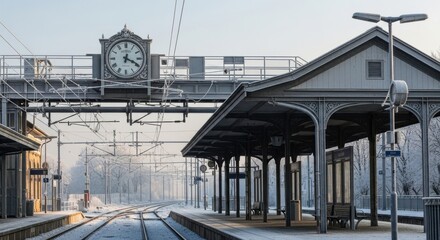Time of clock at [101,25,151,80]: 12:19
